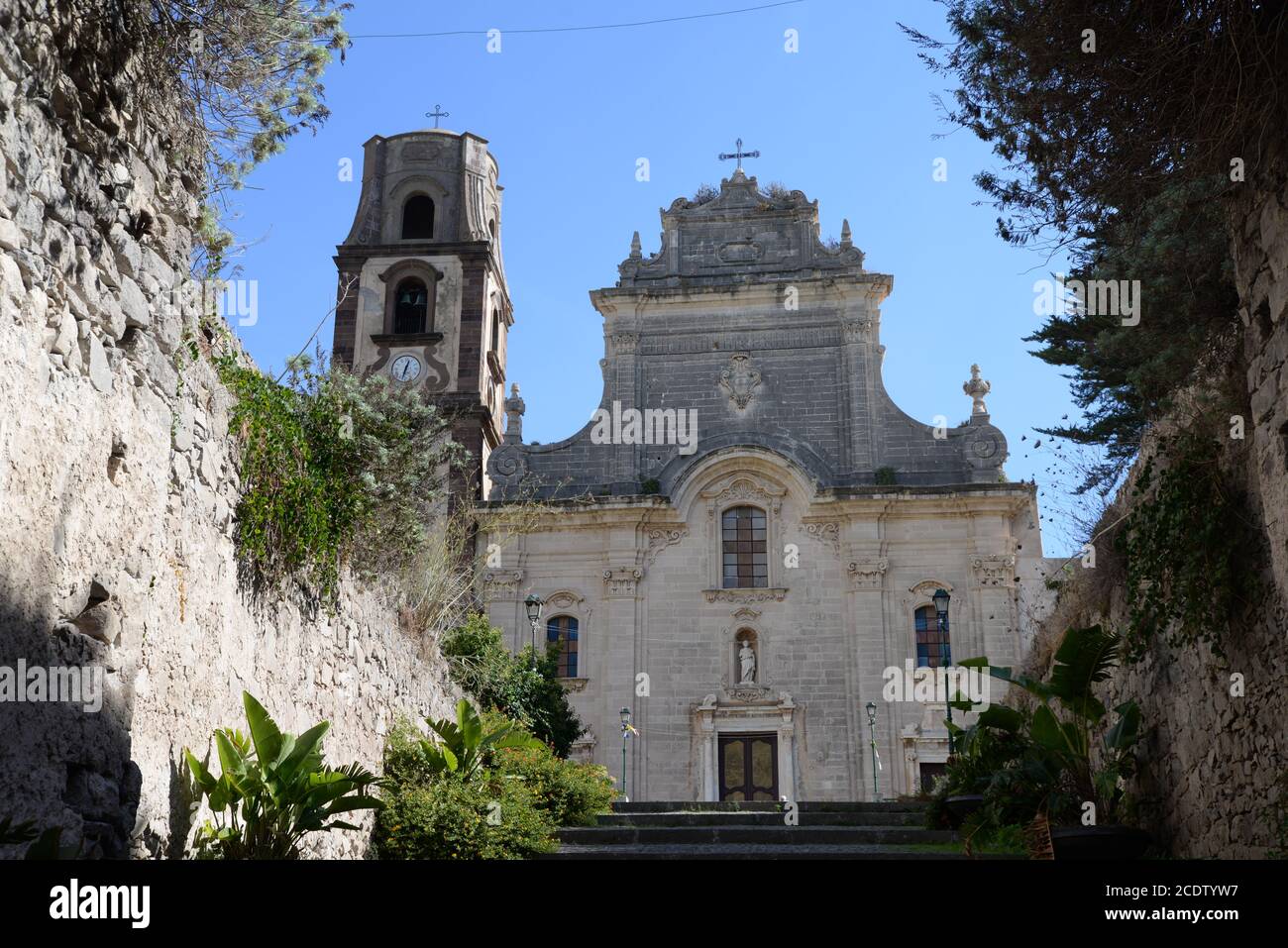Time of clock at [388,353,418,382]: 12:32
